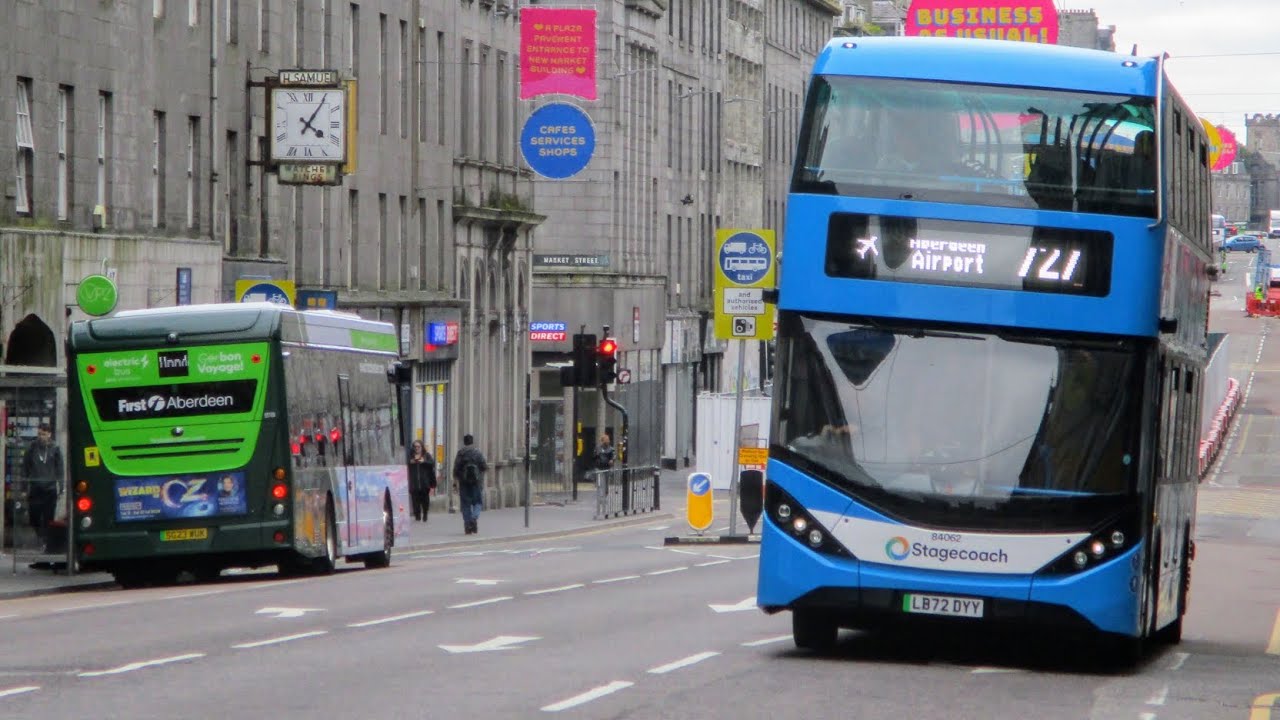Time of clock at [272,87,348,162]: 4:05
